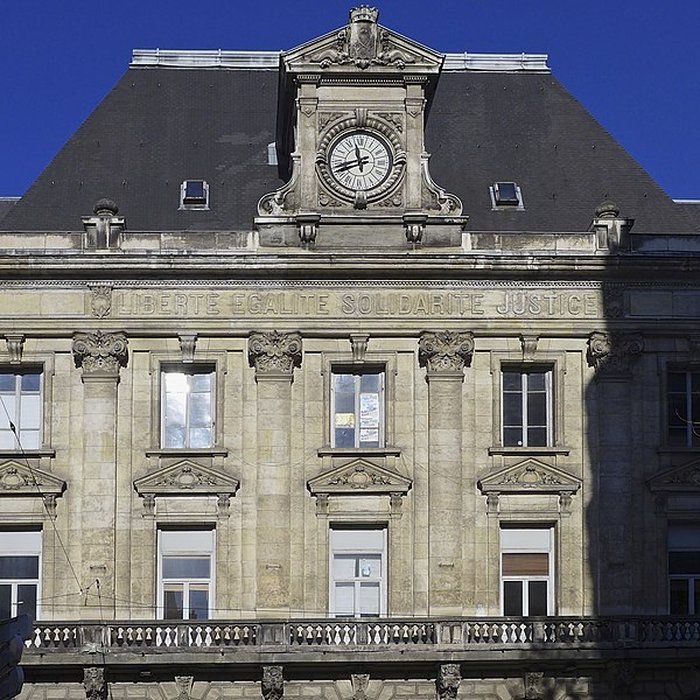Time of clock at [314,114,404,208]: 11:41
